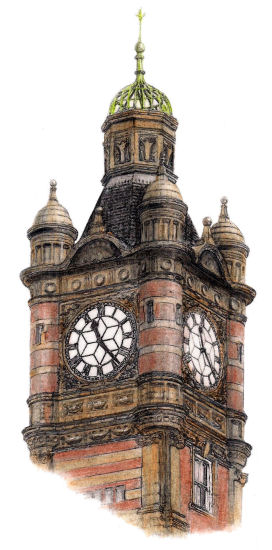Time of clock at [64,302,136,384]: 11:23
